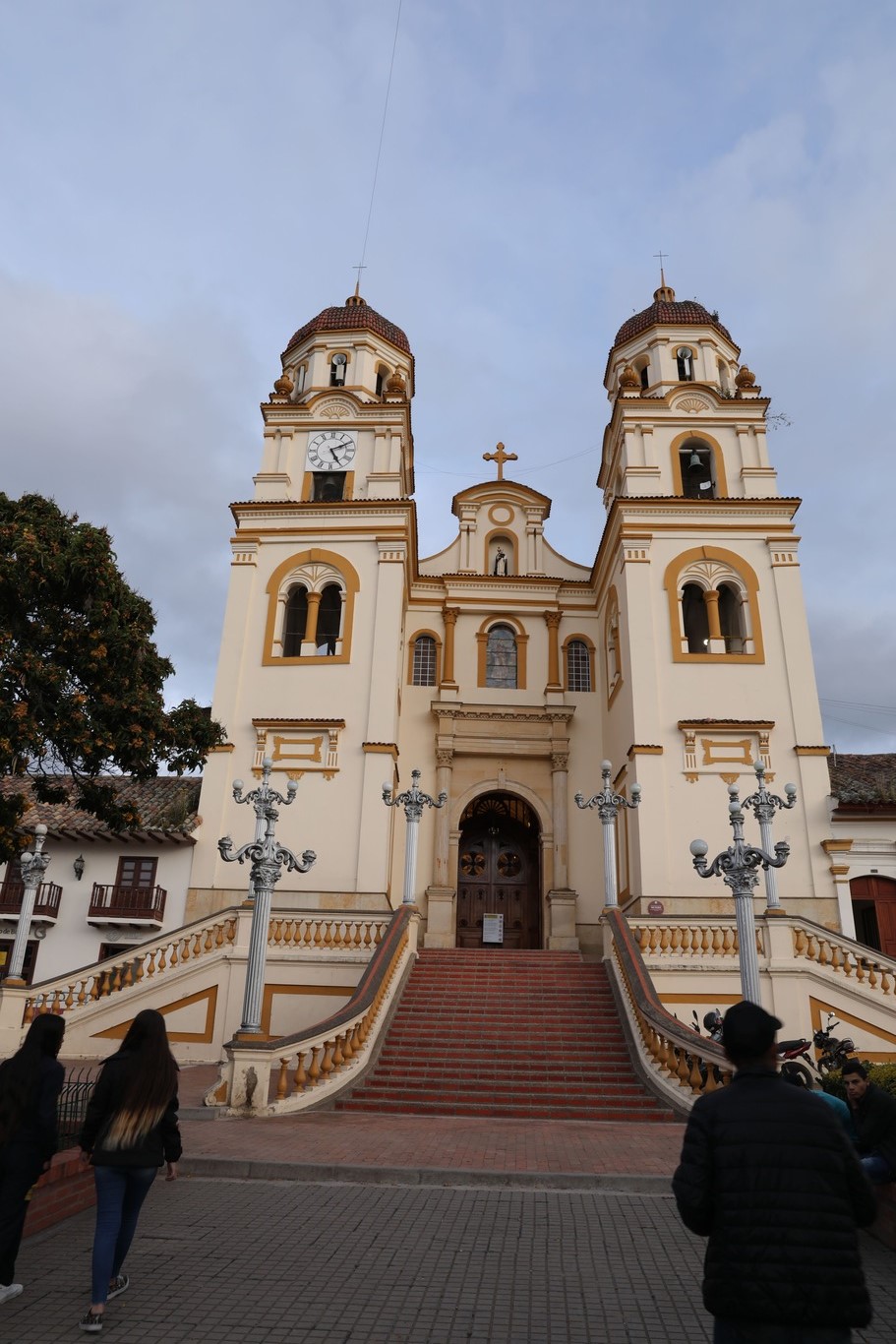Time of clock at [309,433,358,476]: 5:10
